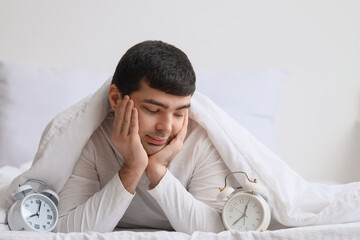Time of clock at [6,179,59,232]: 8:02
